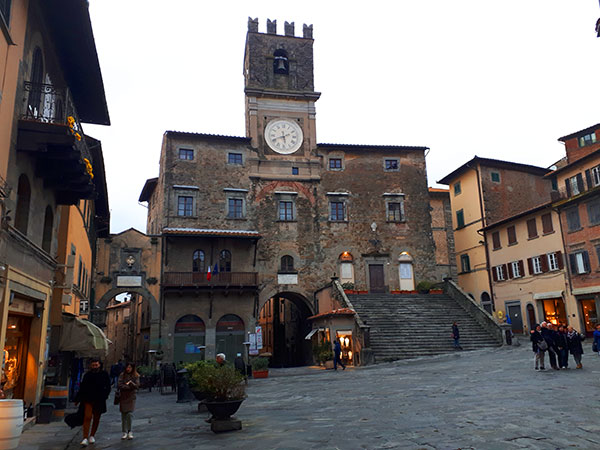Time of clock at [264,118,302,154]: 5:41
